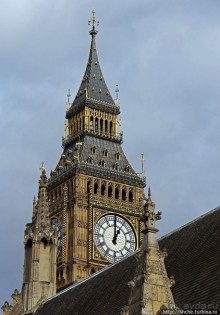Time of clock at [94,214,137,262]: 1:00
